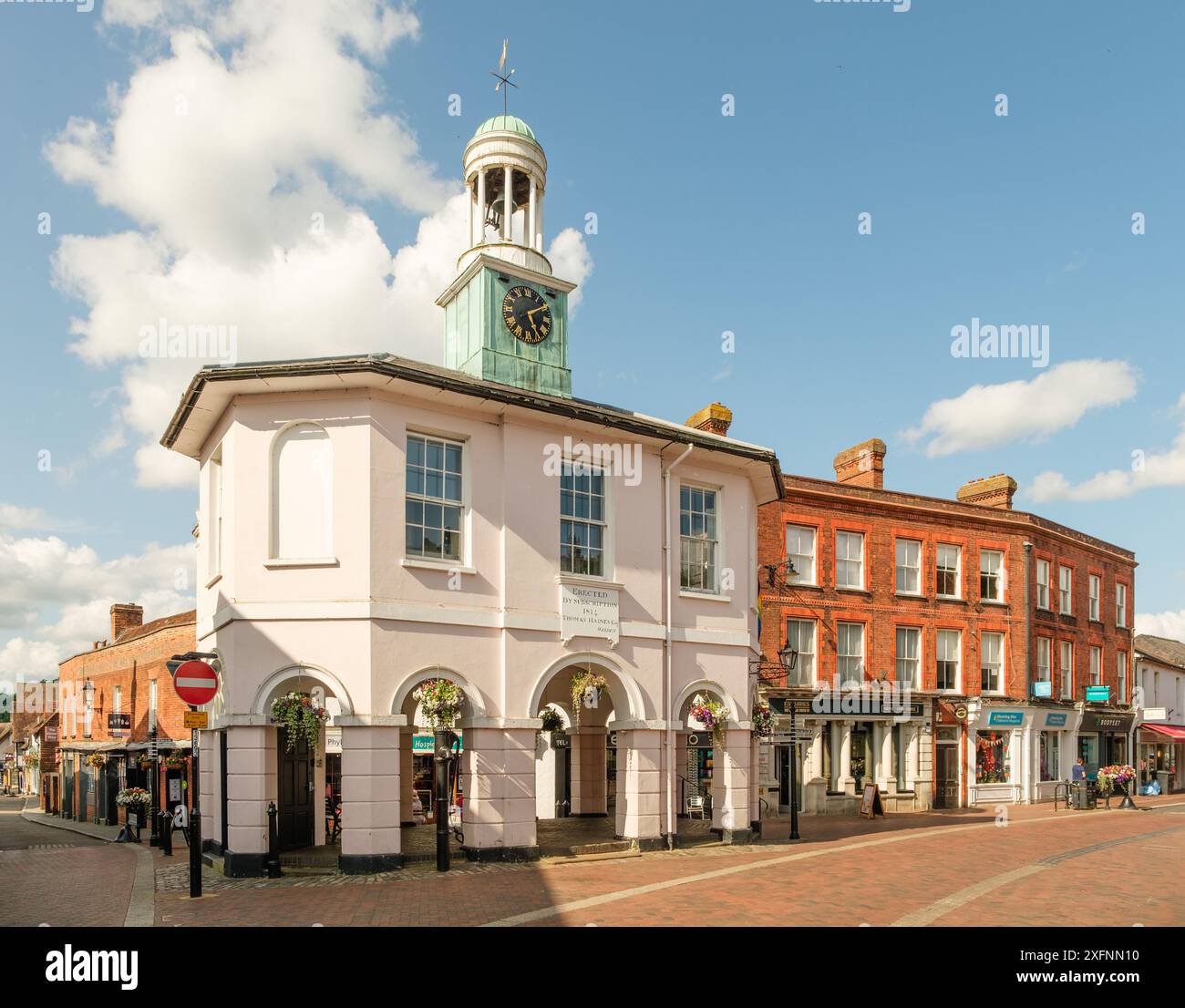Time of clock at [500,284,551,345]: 5:09
